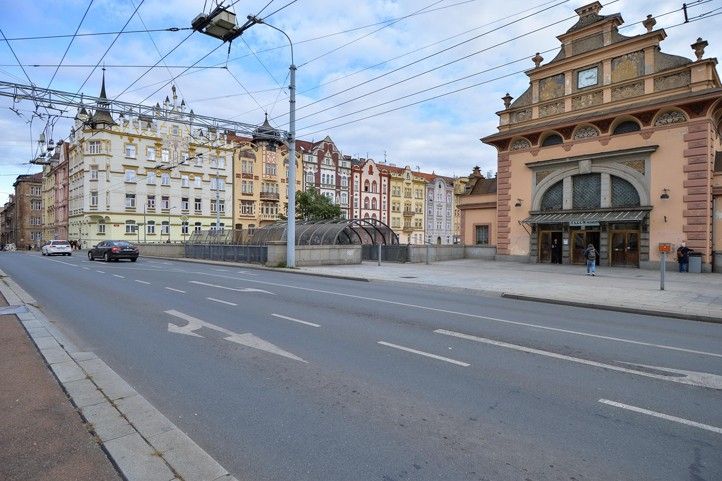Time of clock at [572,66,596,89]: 2:16
